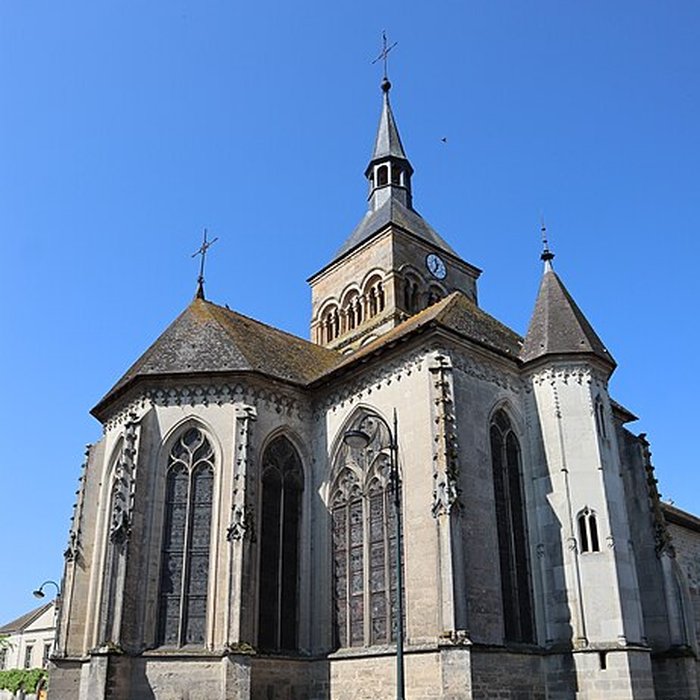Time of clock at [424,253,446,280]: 11:35
